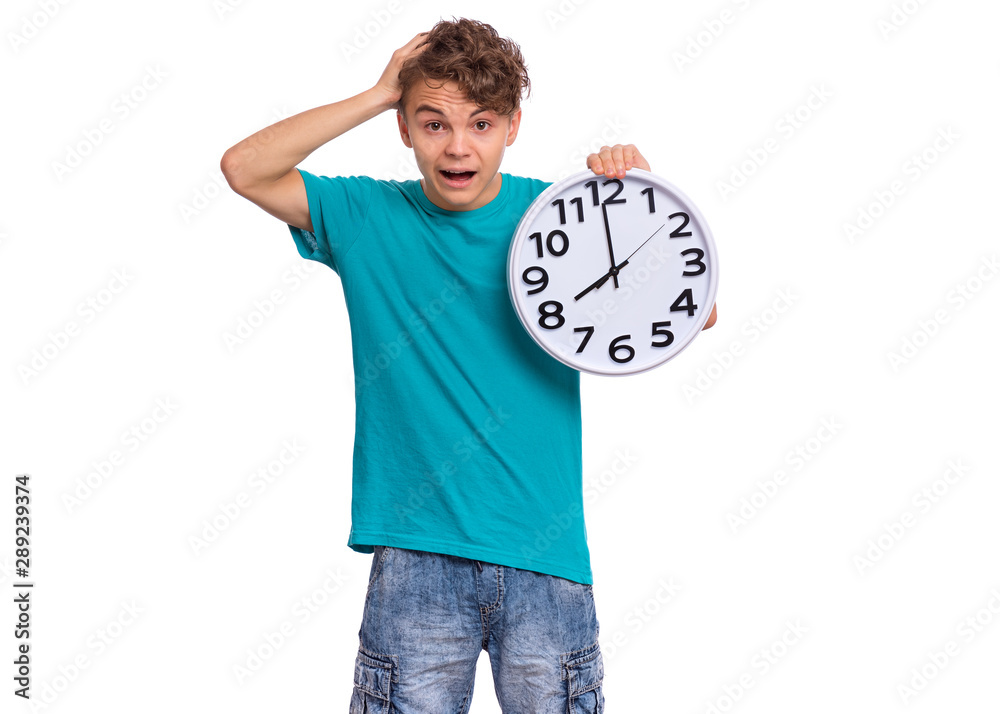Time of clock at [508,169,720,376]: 7:59
